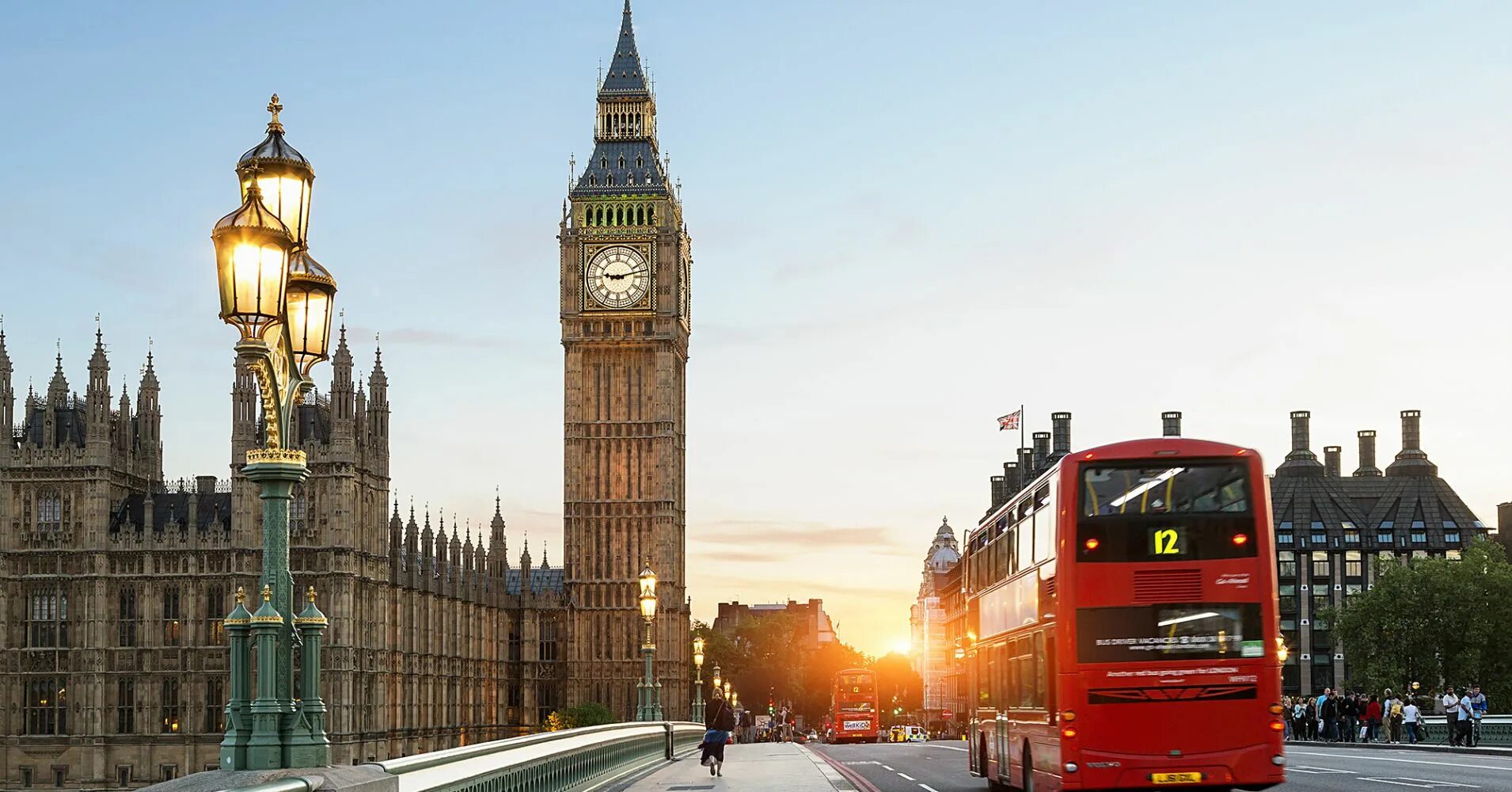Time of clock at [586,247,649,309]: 9:12
